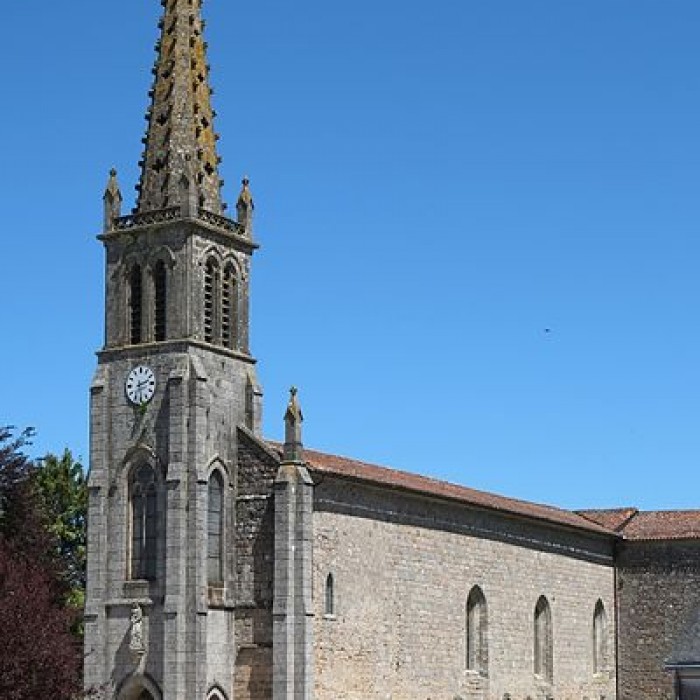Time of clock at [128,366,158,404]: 2:29
